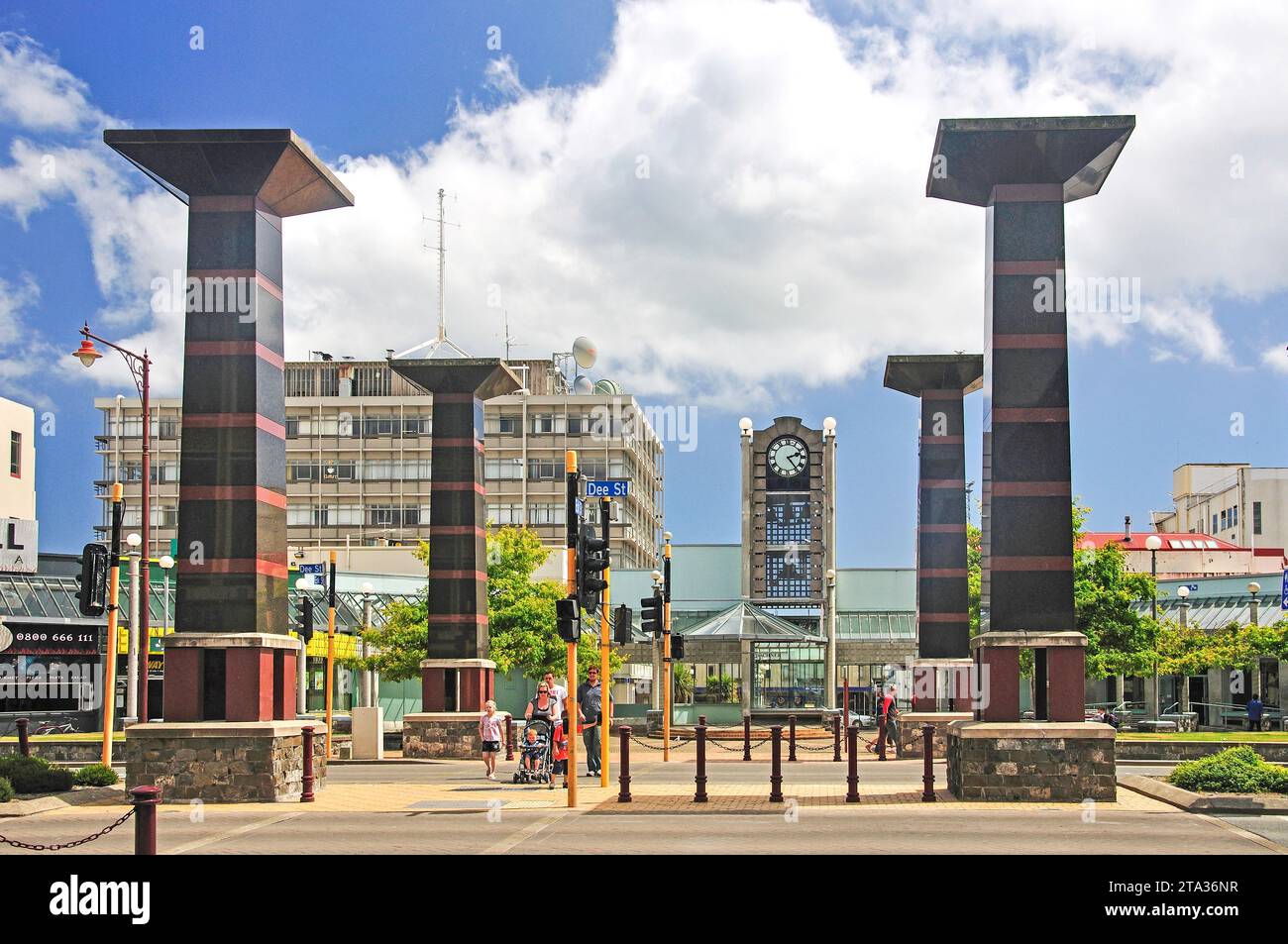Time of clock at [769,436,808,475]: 2:23
